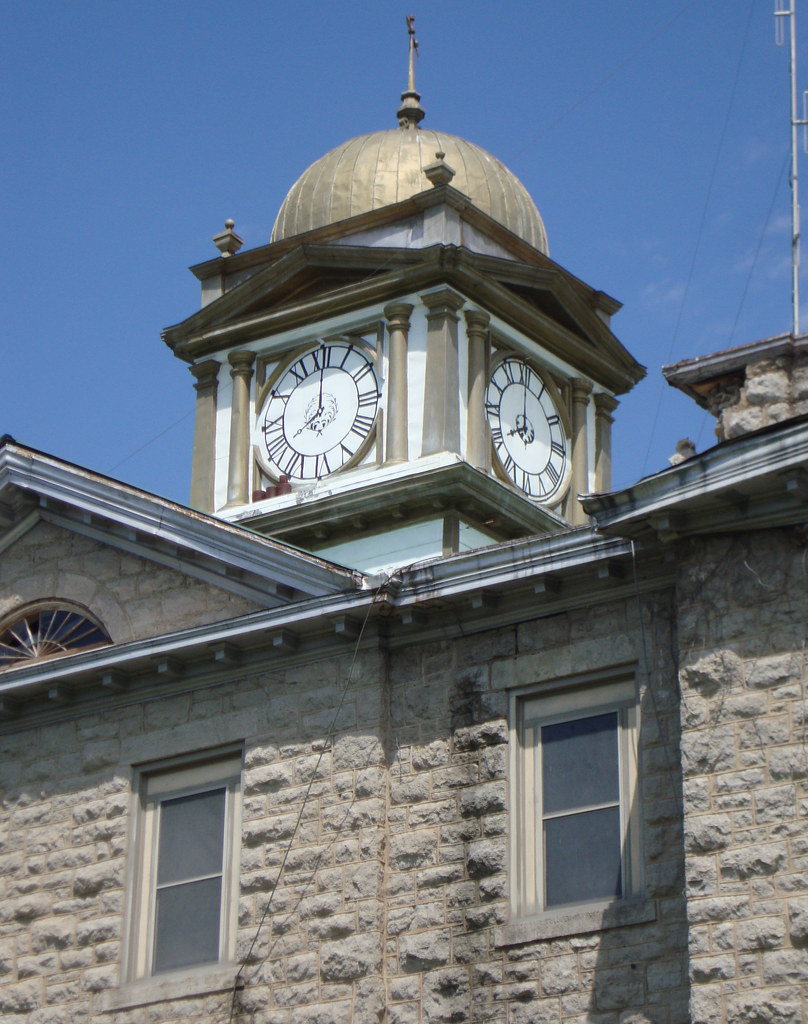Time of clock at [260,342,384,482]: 8:00
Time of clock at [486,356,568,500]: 7:59
